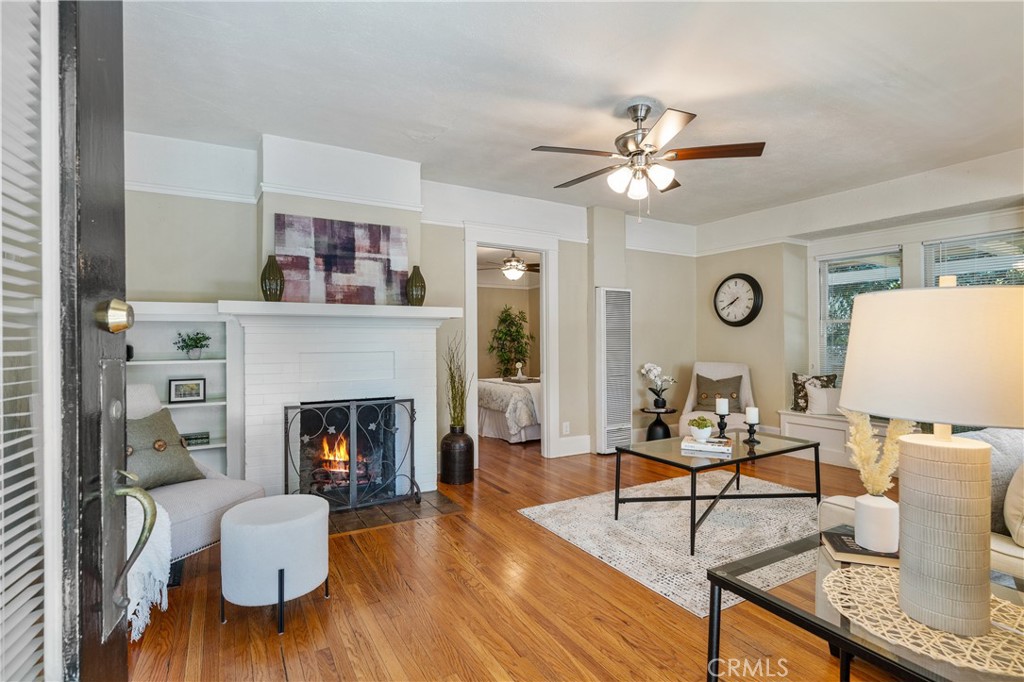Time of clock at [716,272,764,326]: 7:40
